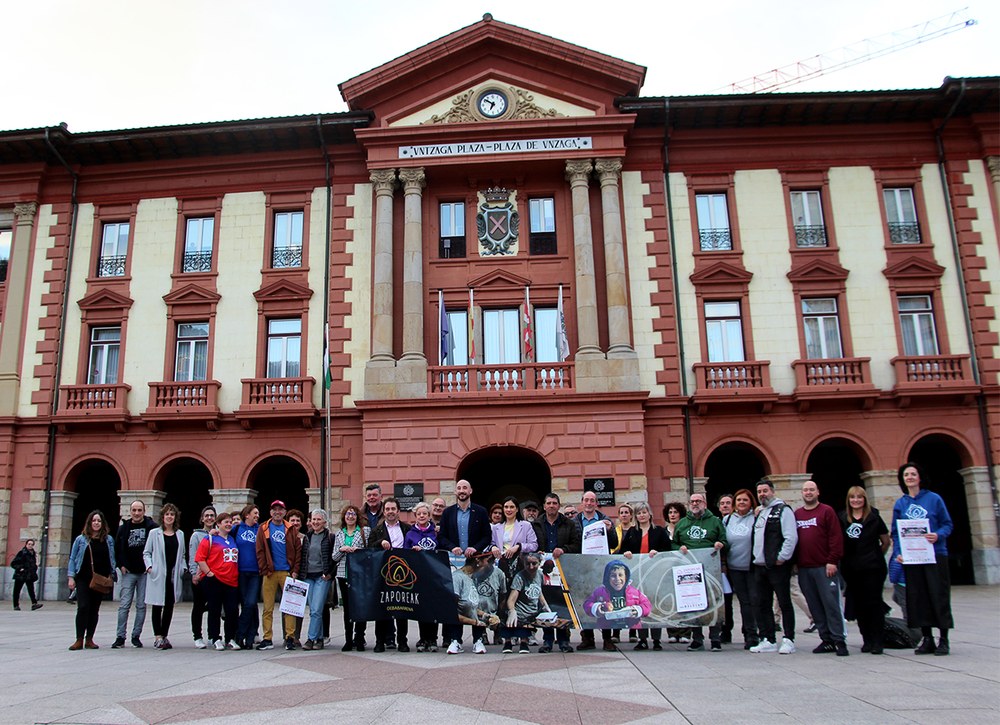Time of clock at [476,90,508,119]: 6:51
